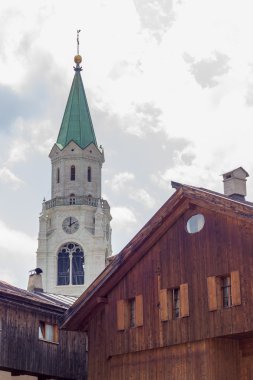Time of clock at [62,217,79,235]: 2:00
